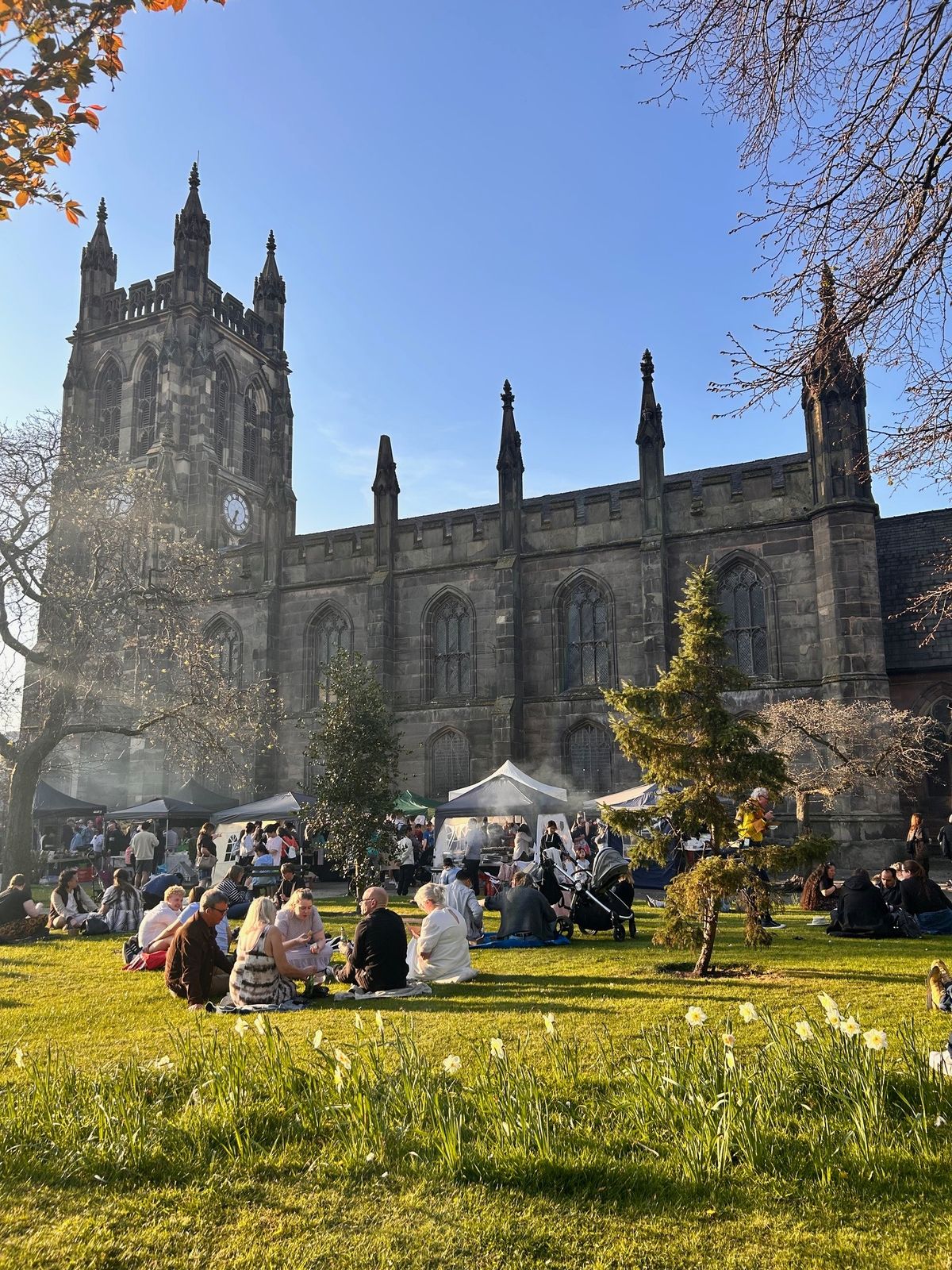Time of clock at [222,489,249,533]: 6:34
